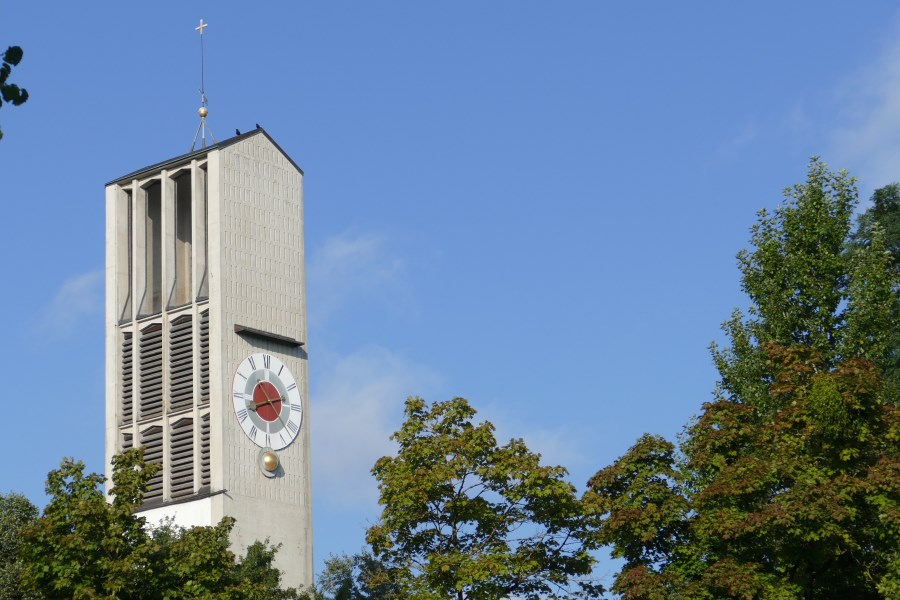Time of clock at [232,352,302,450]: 8:12
